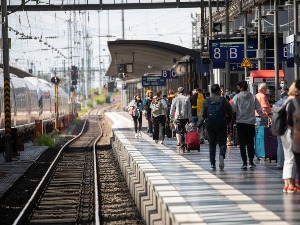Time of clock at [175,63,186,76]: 12:22
